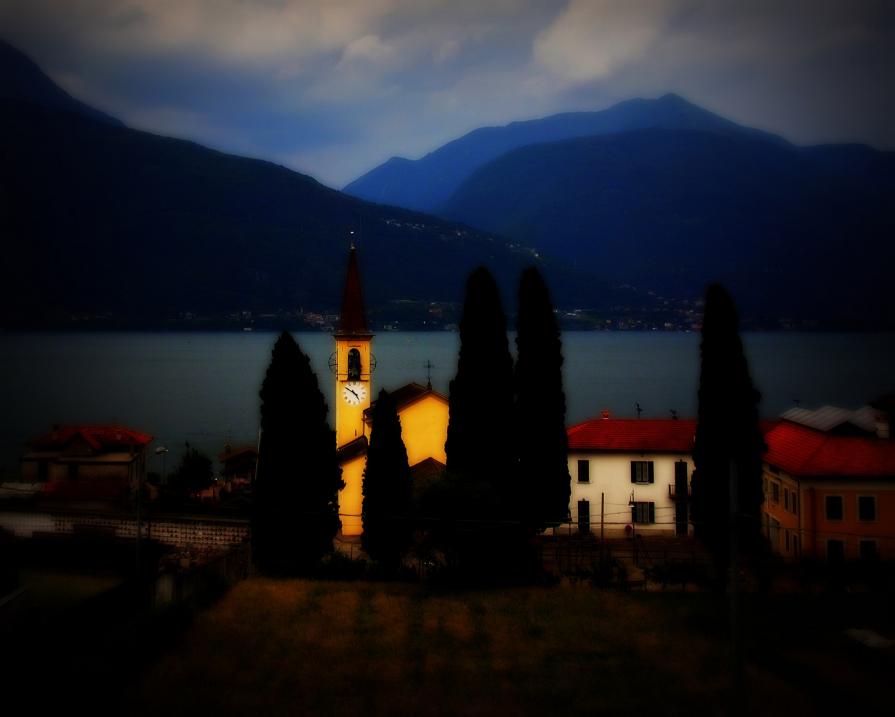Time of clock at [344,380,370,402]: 4:50
